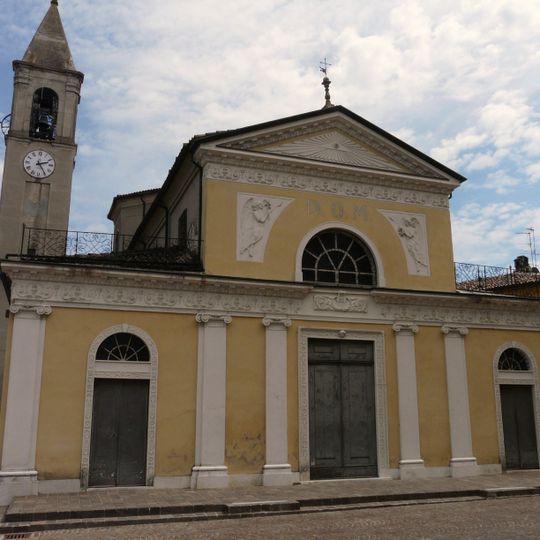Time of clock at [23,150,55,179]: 2:24
